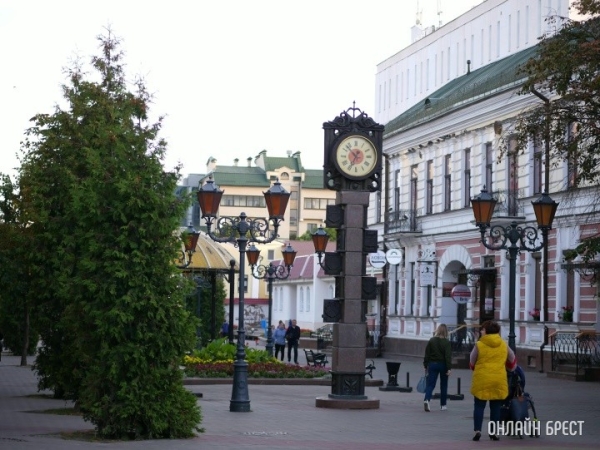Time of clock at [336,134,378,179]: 10:34
